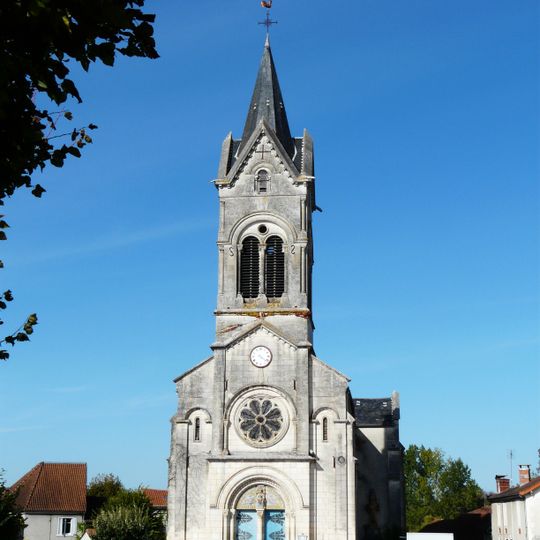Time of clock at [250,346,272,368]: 4:21
